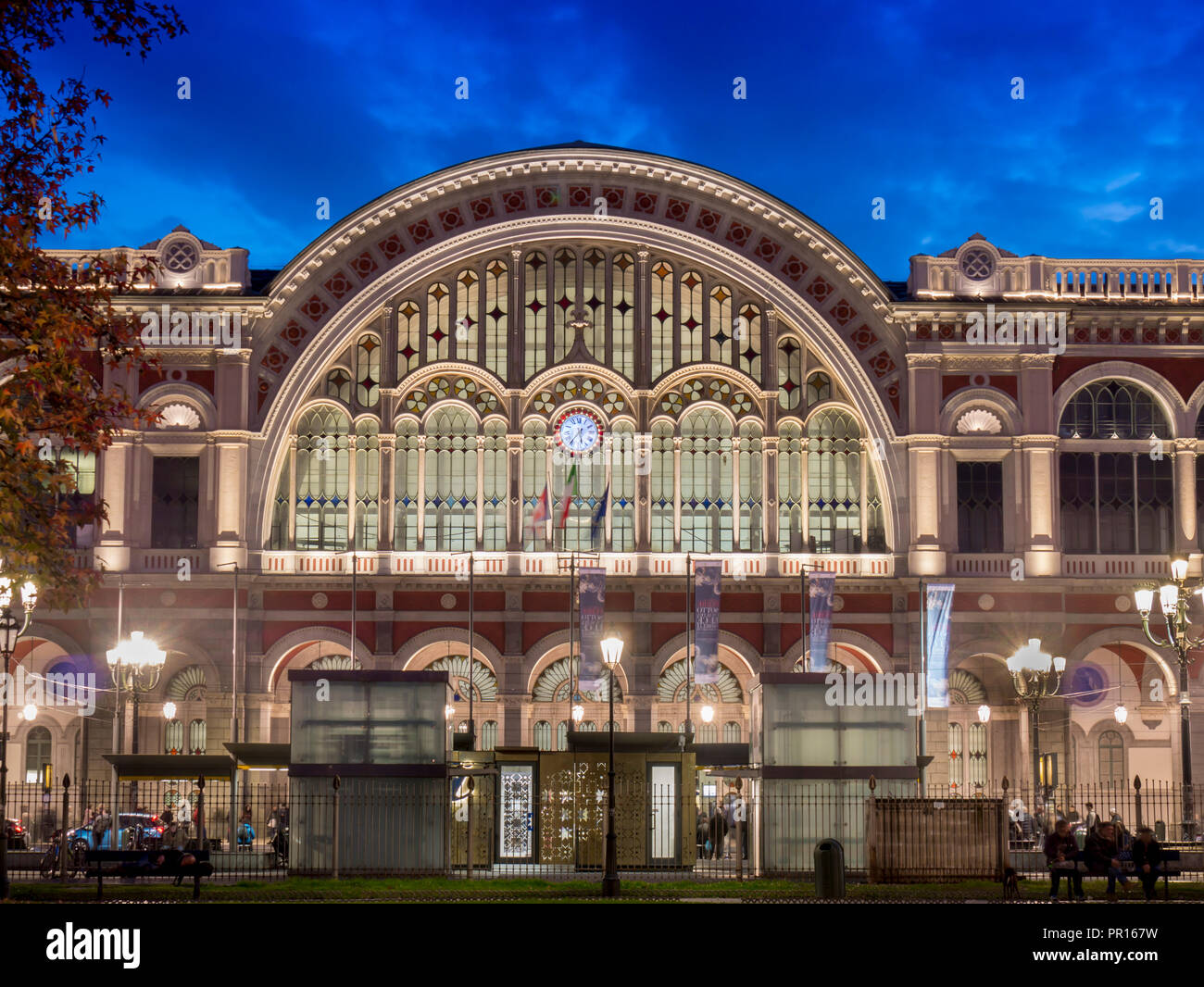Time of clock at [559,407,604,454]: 5:36
